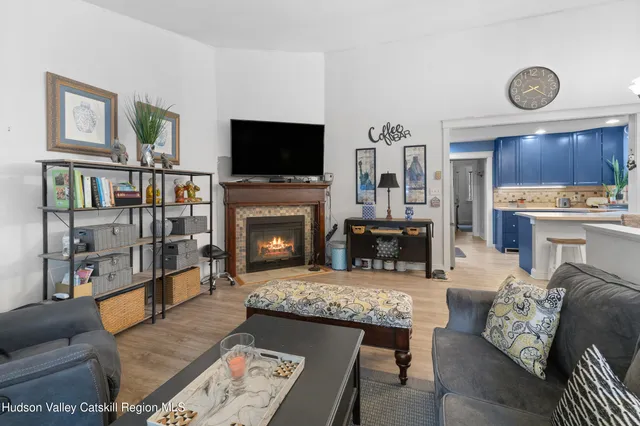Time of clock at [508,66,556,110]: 8:21
